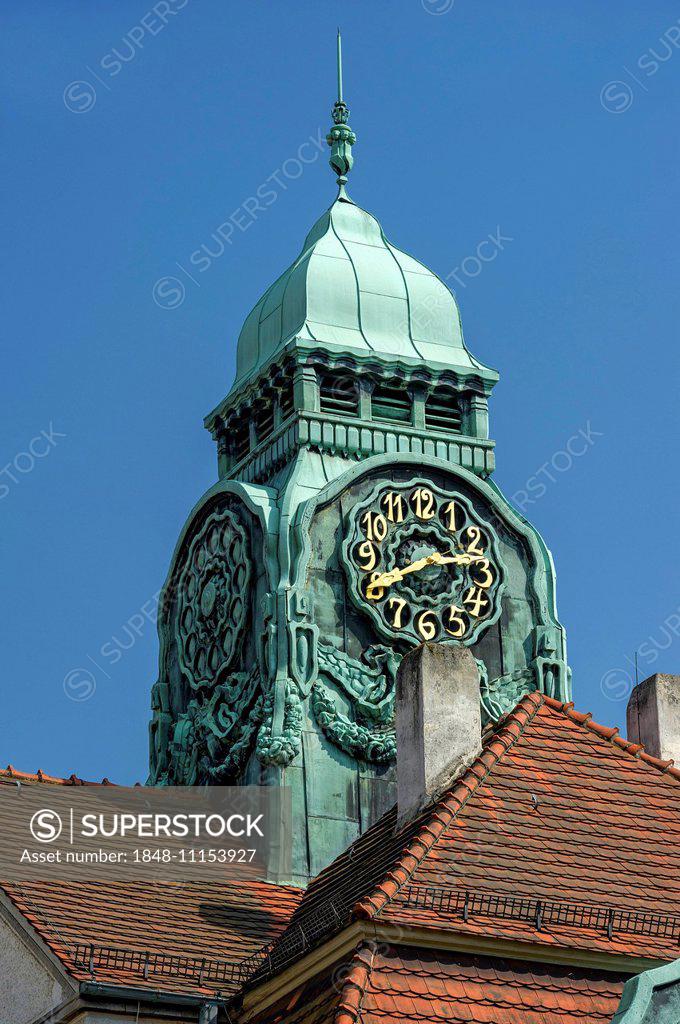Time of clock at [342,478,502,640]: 2:40
